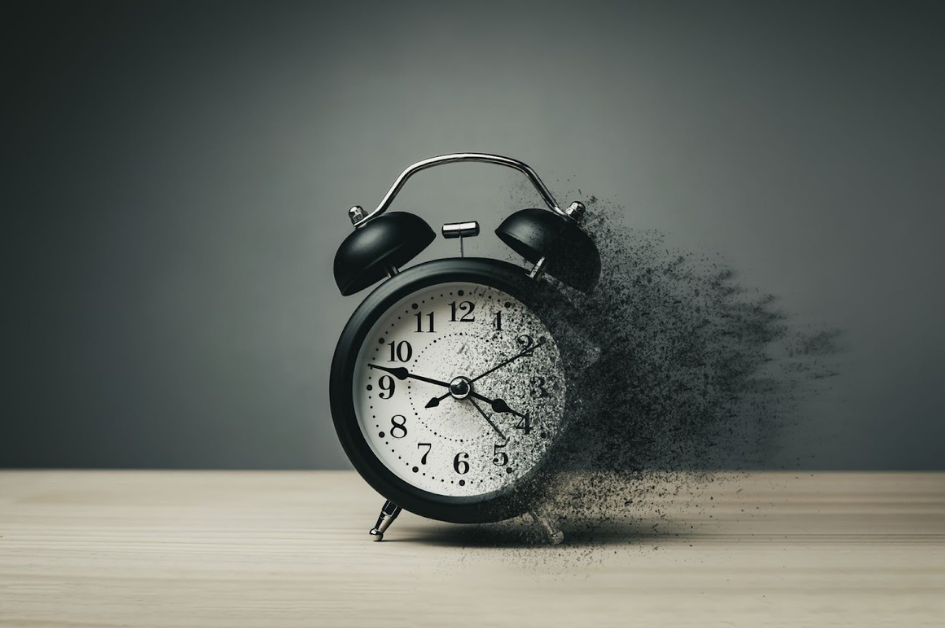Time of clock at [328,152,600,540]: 3:47
